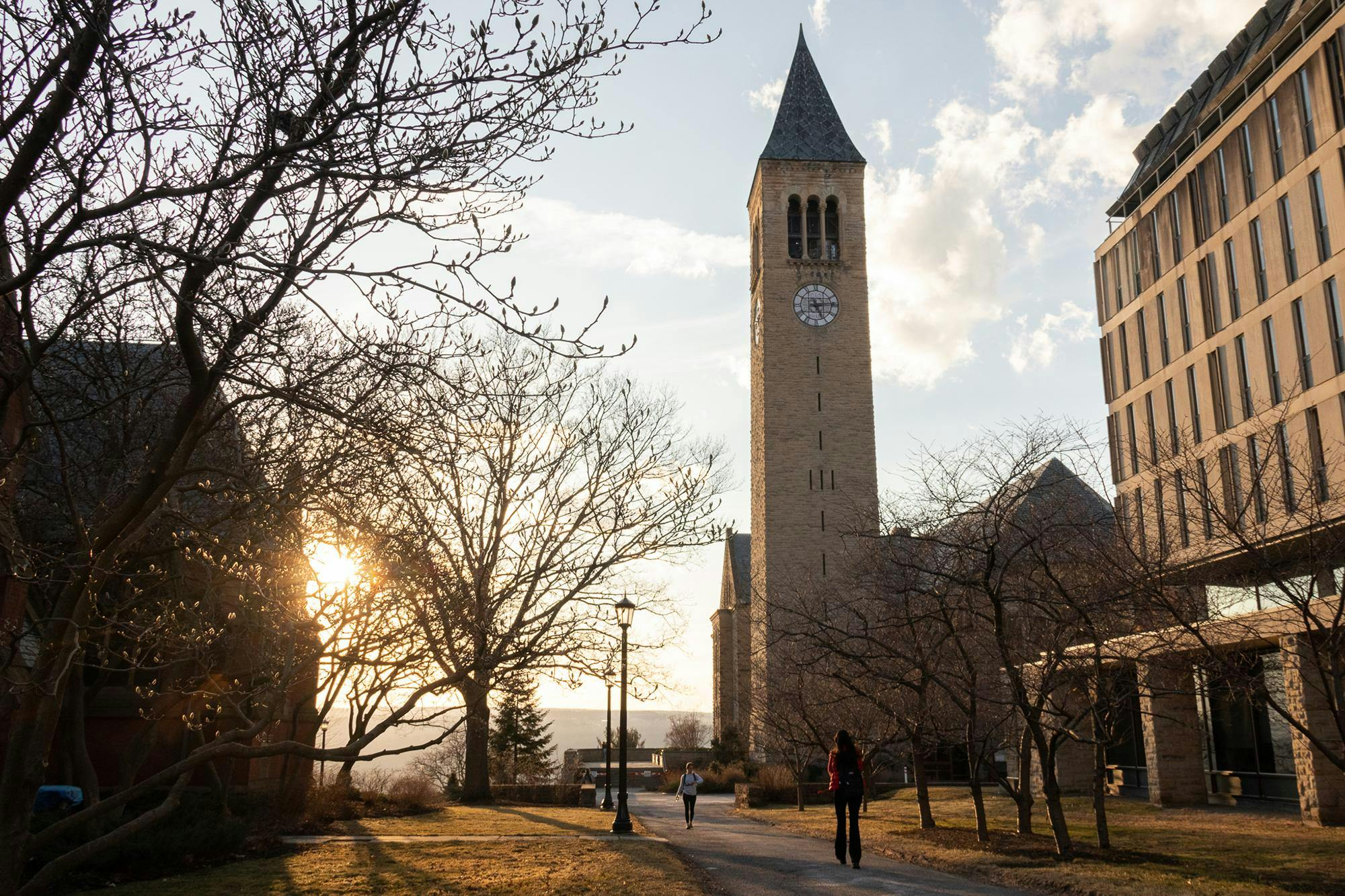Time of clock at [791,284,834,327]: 5:13
